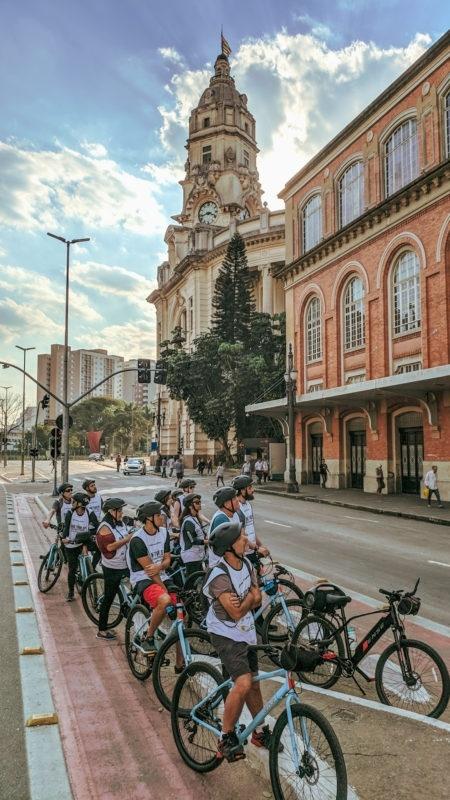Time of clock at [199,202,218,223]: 3:43
